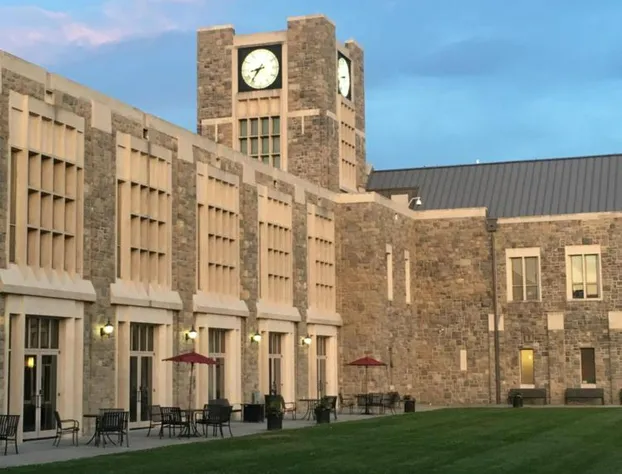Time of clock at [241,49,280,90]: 8:36
